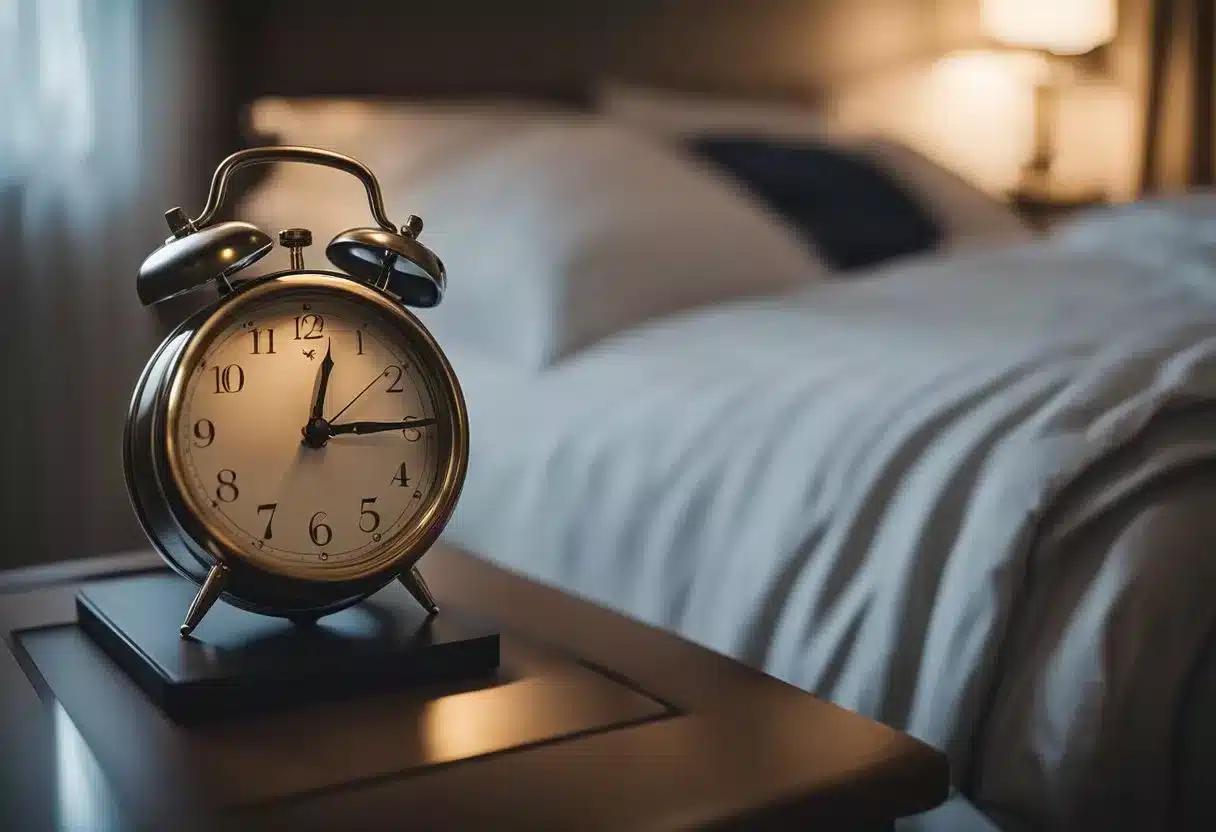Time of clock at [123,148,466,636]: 12:14
